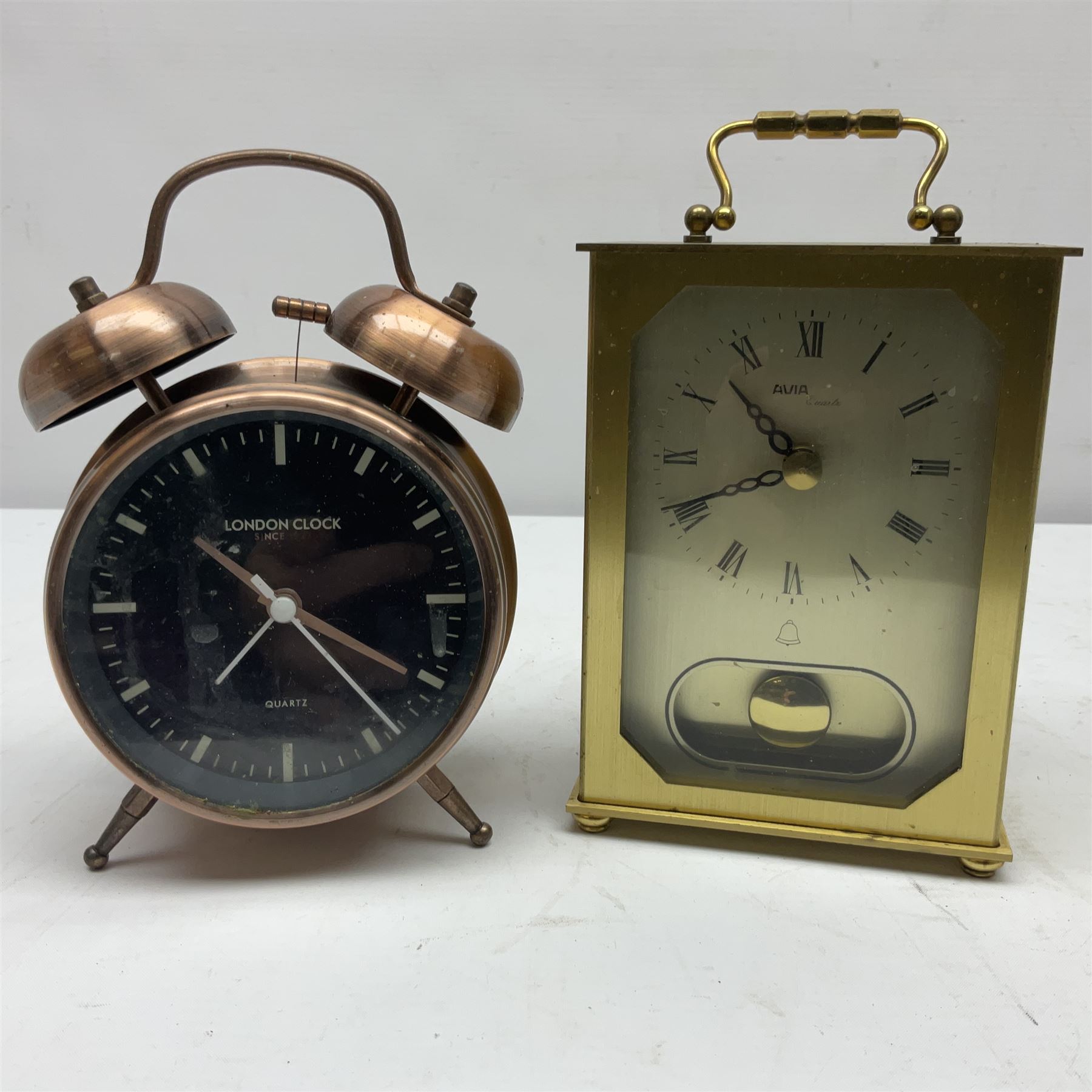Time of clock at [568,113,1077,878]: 10:41
